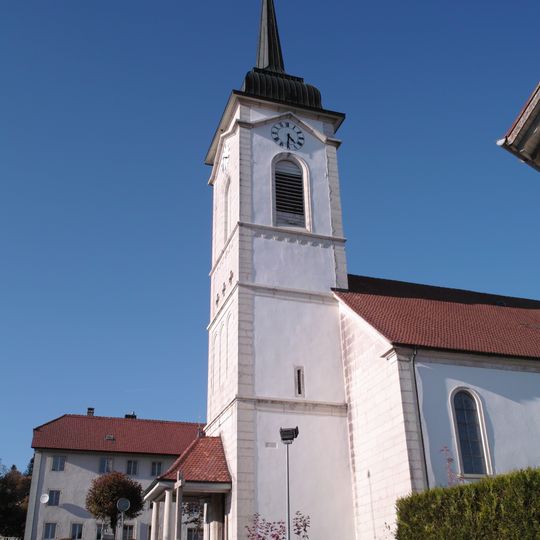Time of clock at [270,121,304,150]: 4:31
